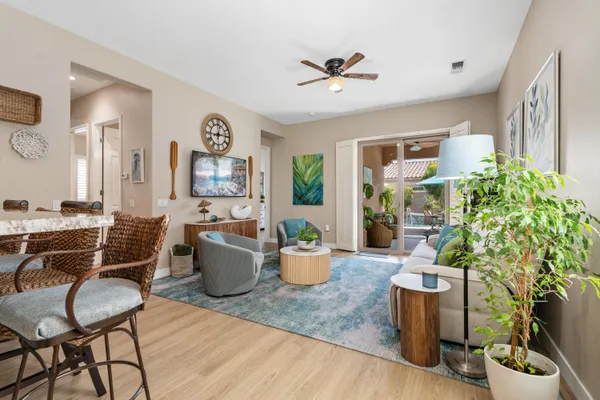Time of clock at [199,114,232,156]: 12:14
